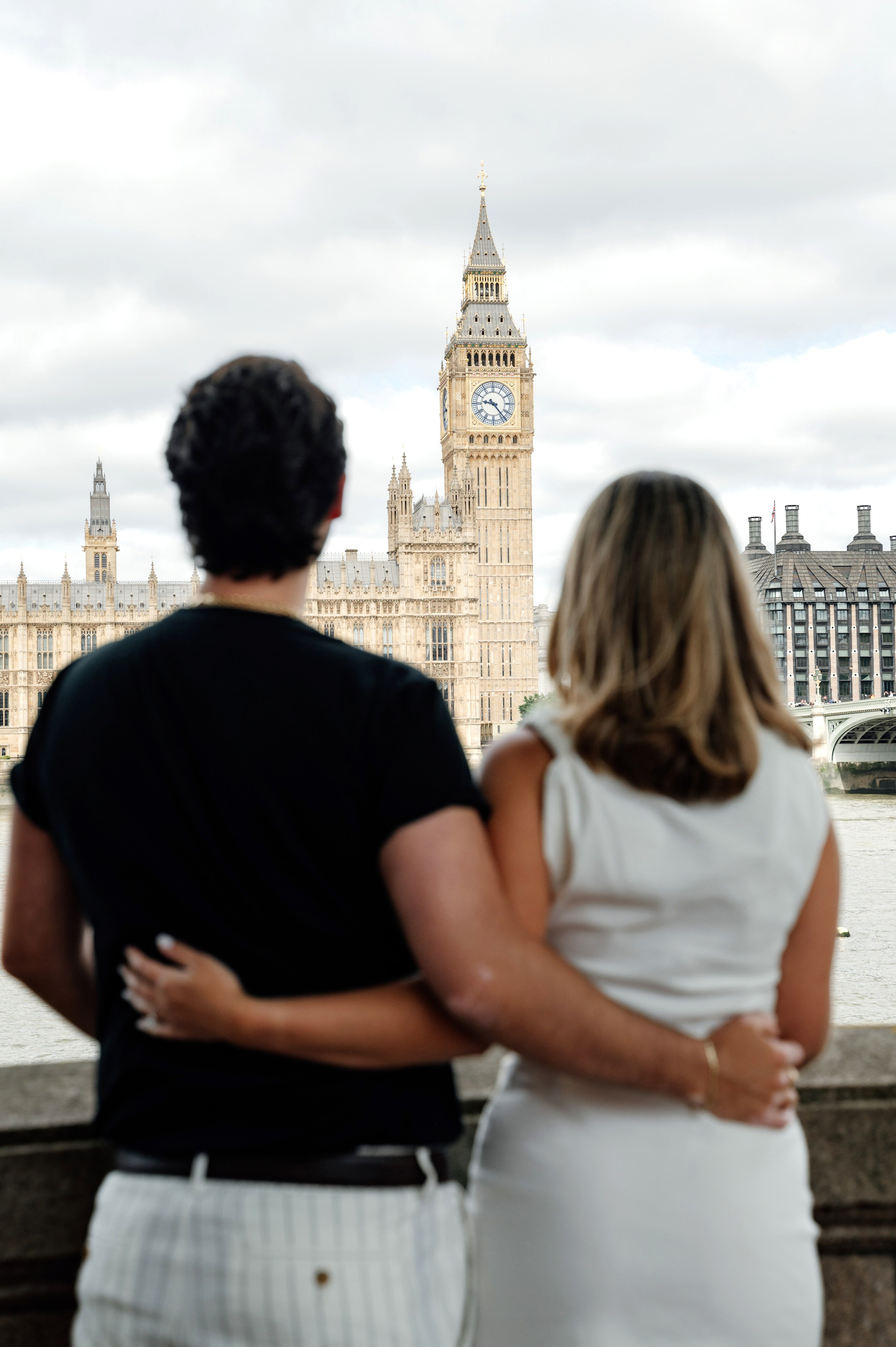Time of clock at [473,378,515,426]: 9:23
